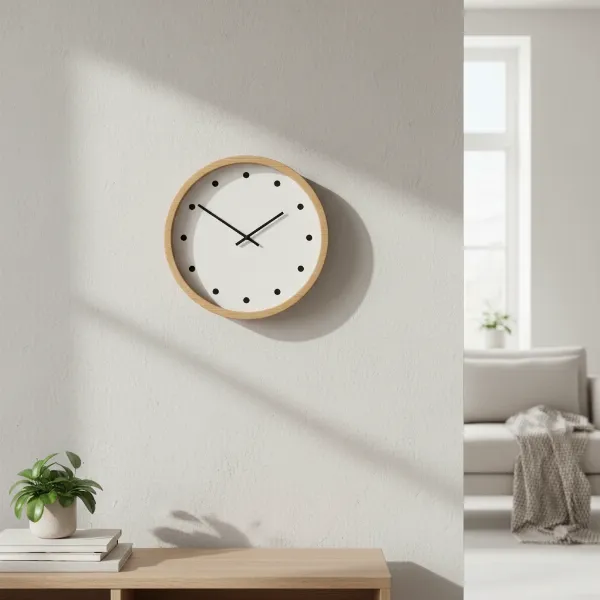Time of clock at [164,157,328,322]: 1:50
